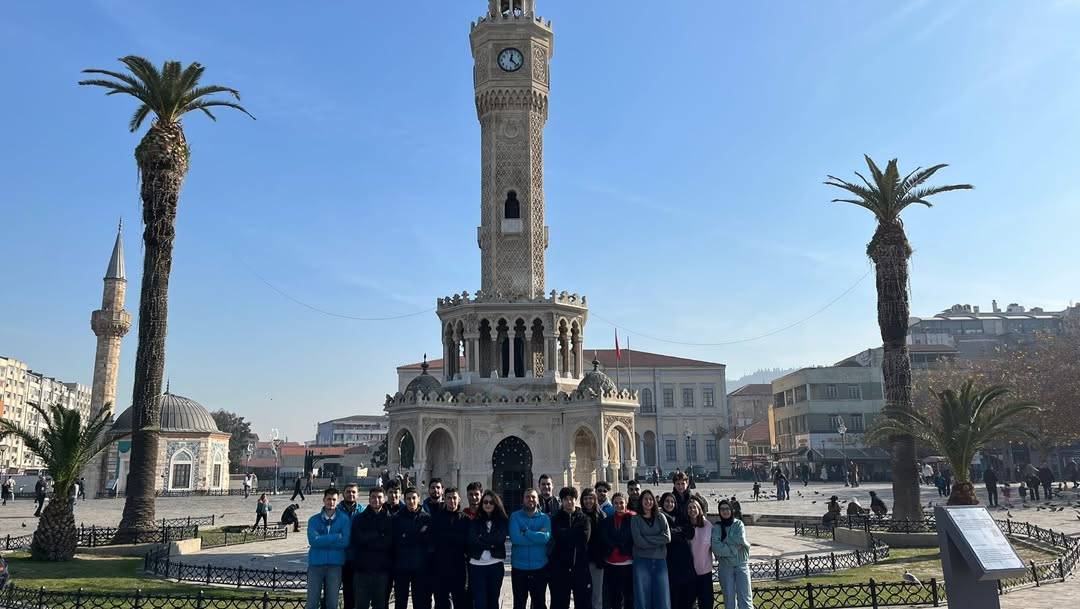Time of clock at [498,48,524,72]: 12:22
